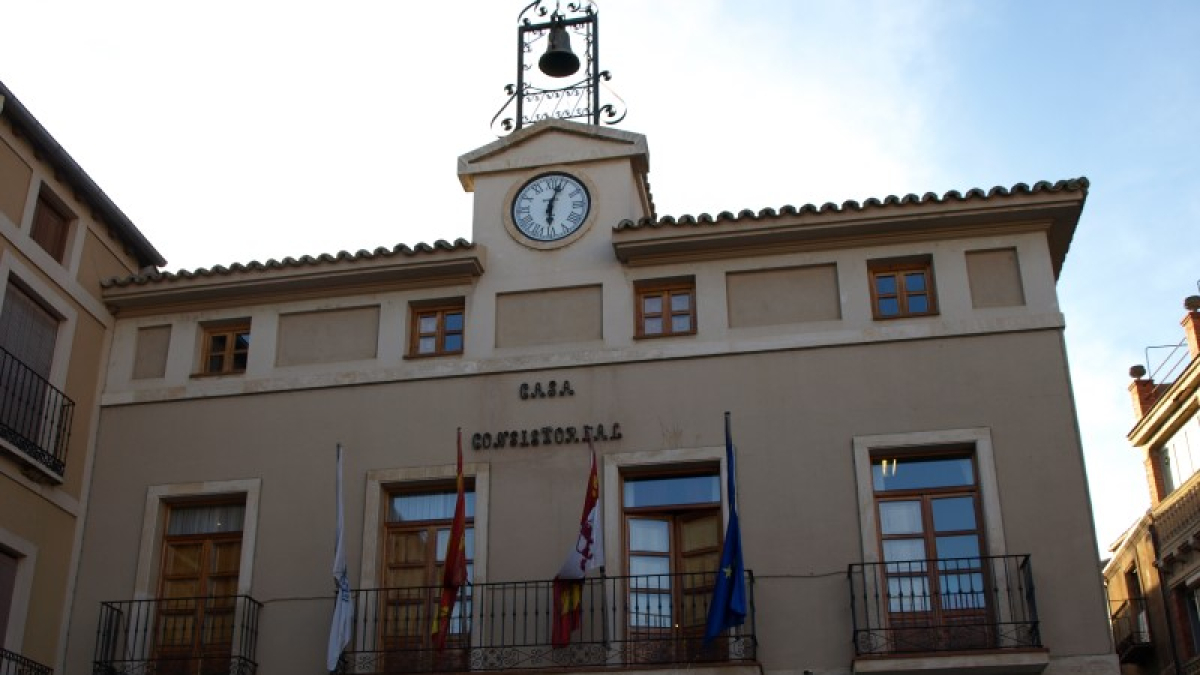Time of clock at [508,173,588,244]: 6:03
